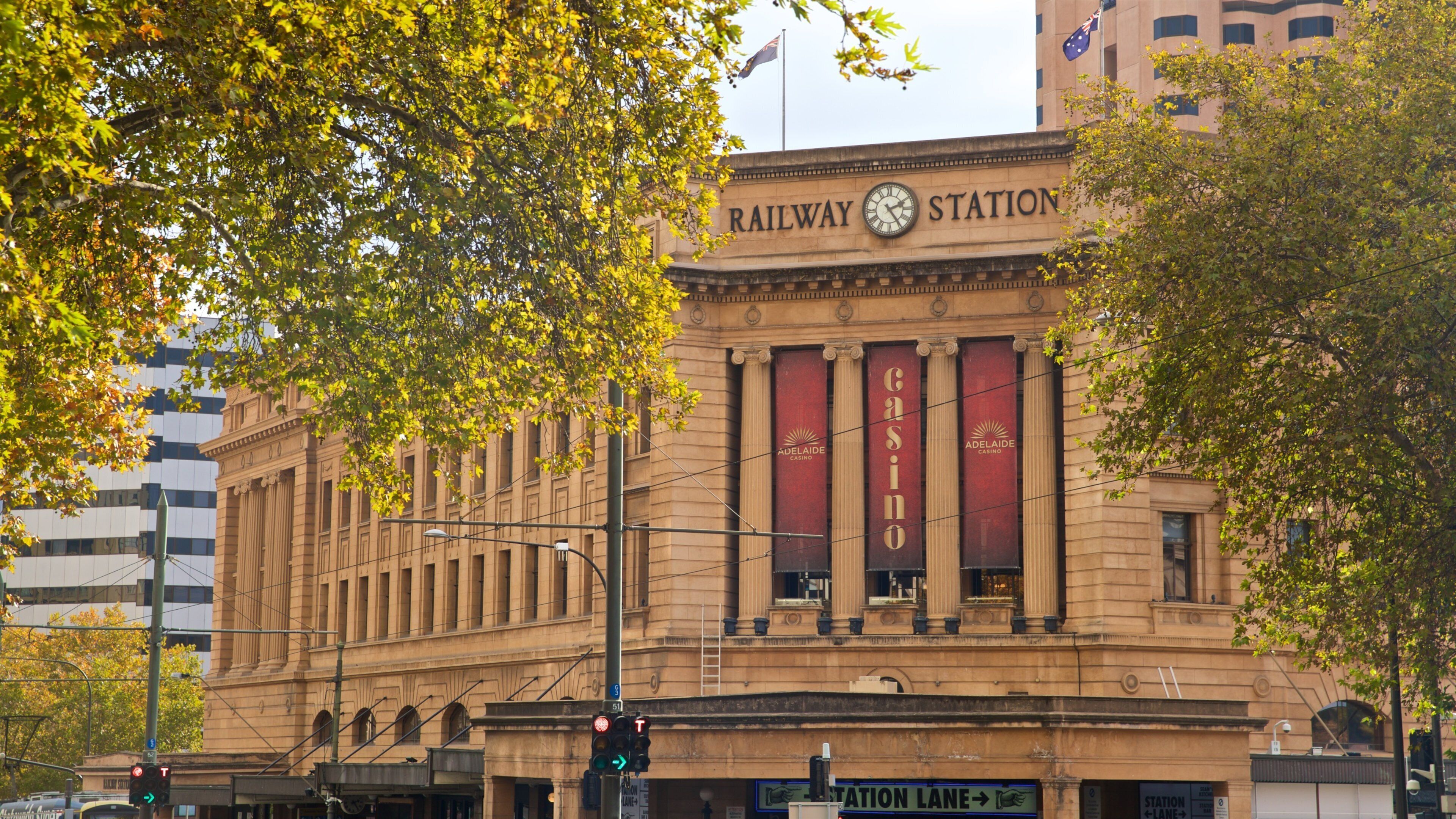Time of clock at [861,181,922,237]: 2:24
